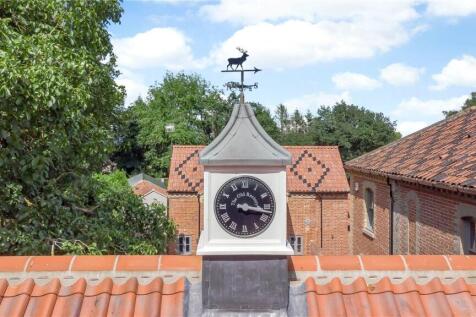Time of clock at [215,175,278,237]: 3:17
